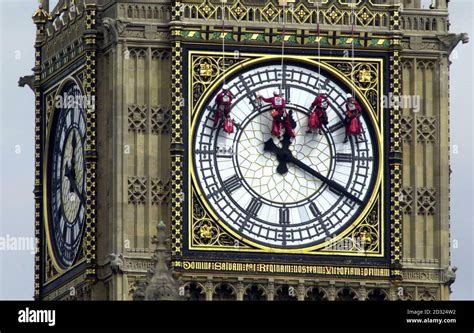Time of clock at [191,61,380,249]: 12:19
